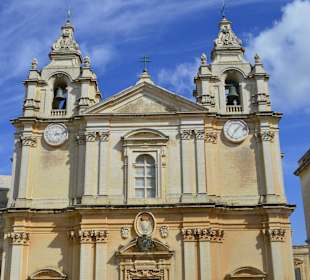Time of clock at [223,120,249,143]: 7:07
